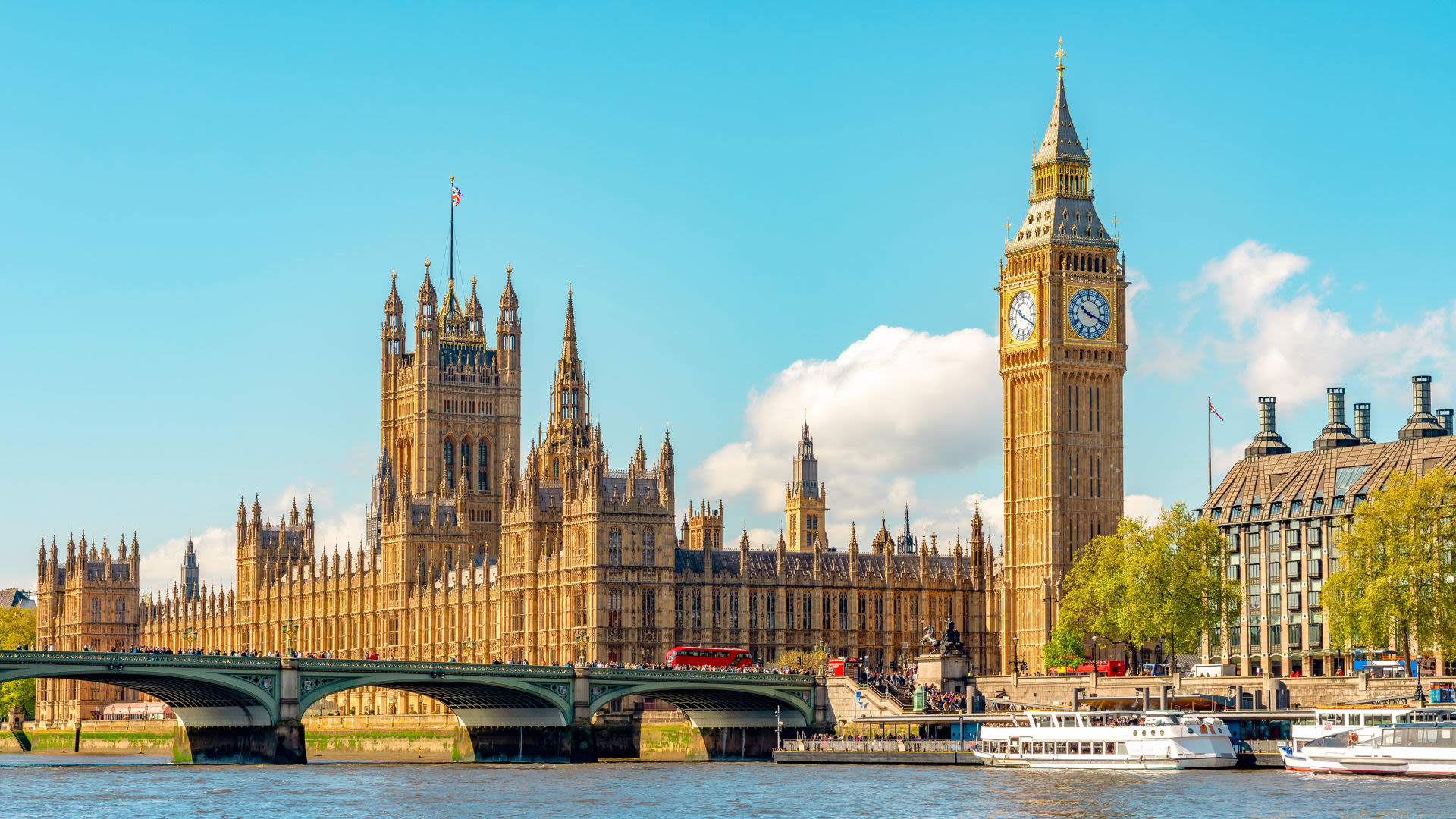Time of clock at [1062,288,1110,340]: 10:18
